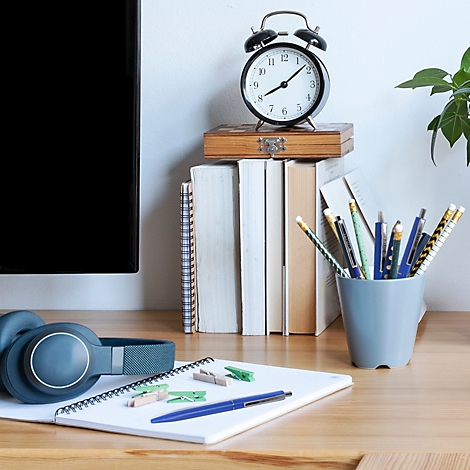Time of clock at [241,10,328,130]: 8:08
